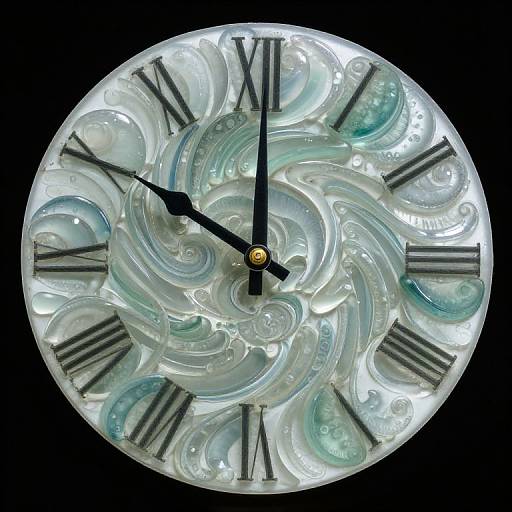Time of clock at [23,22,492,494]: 10:00
